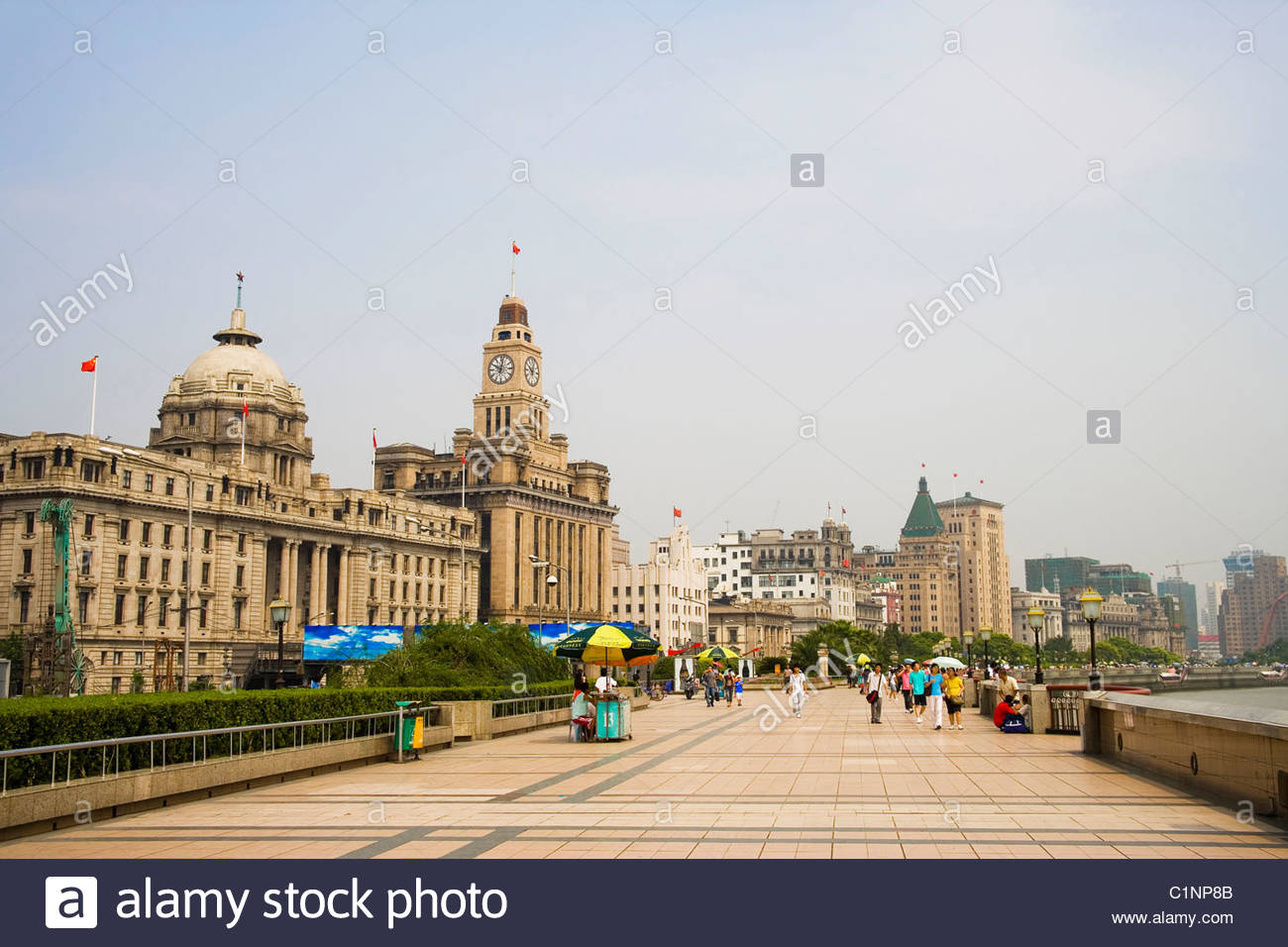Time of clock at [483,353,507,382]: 10:02
